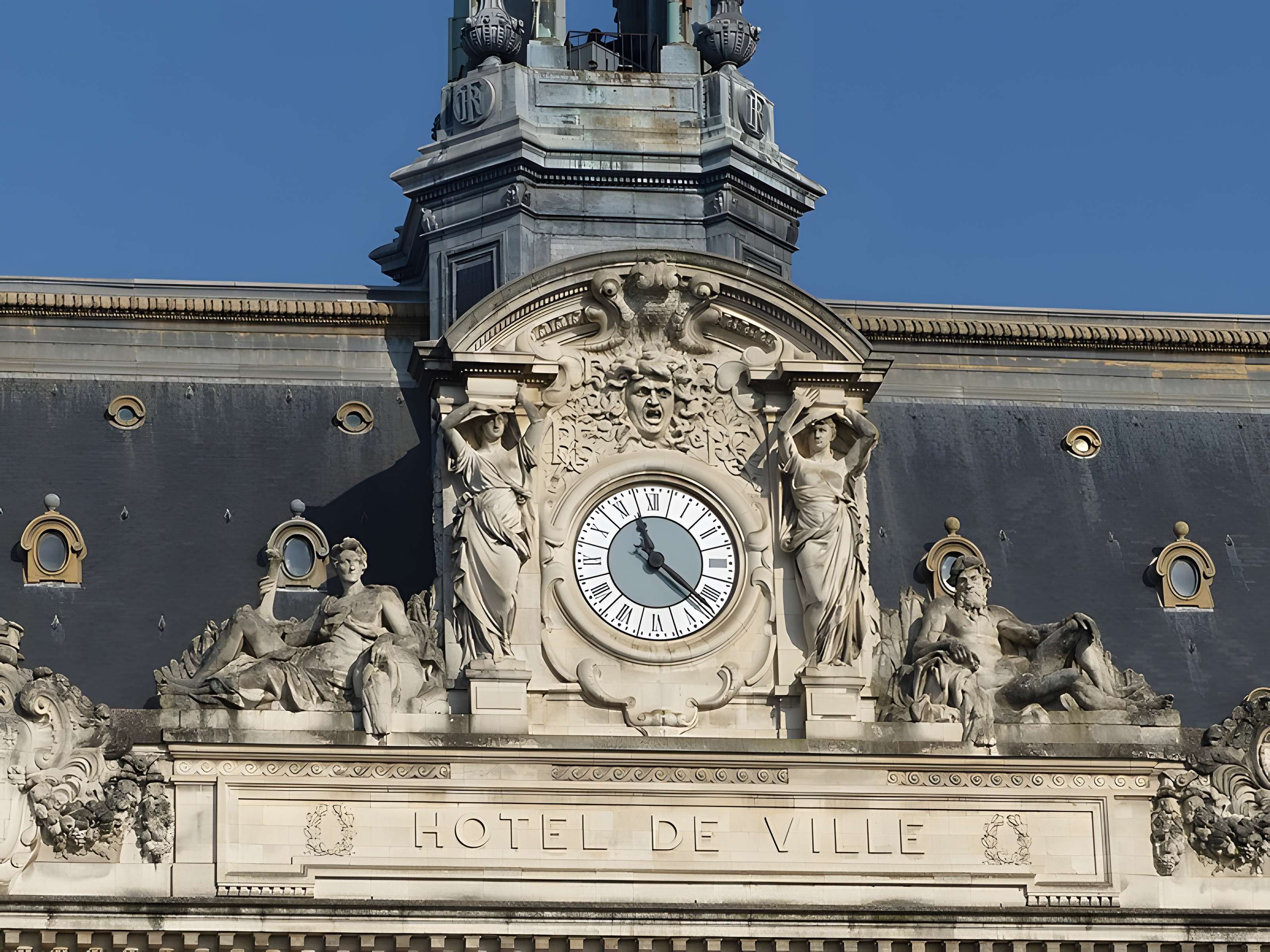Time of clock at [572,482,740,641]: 11:21
